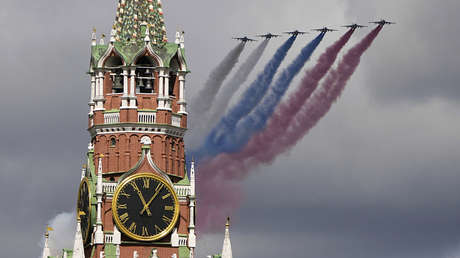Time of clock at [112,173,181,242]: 11:06
